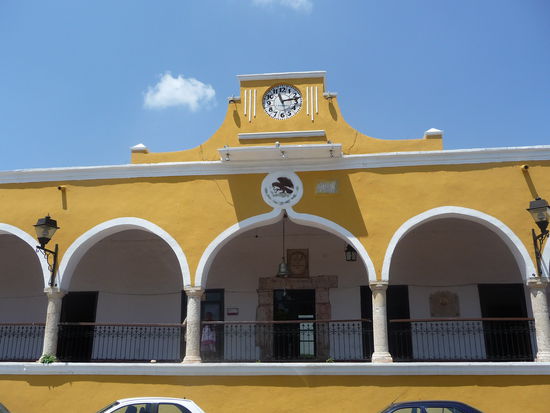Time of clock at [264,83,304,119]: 11:13
